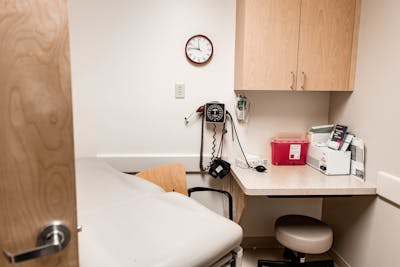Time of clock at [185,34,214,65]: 11:46
